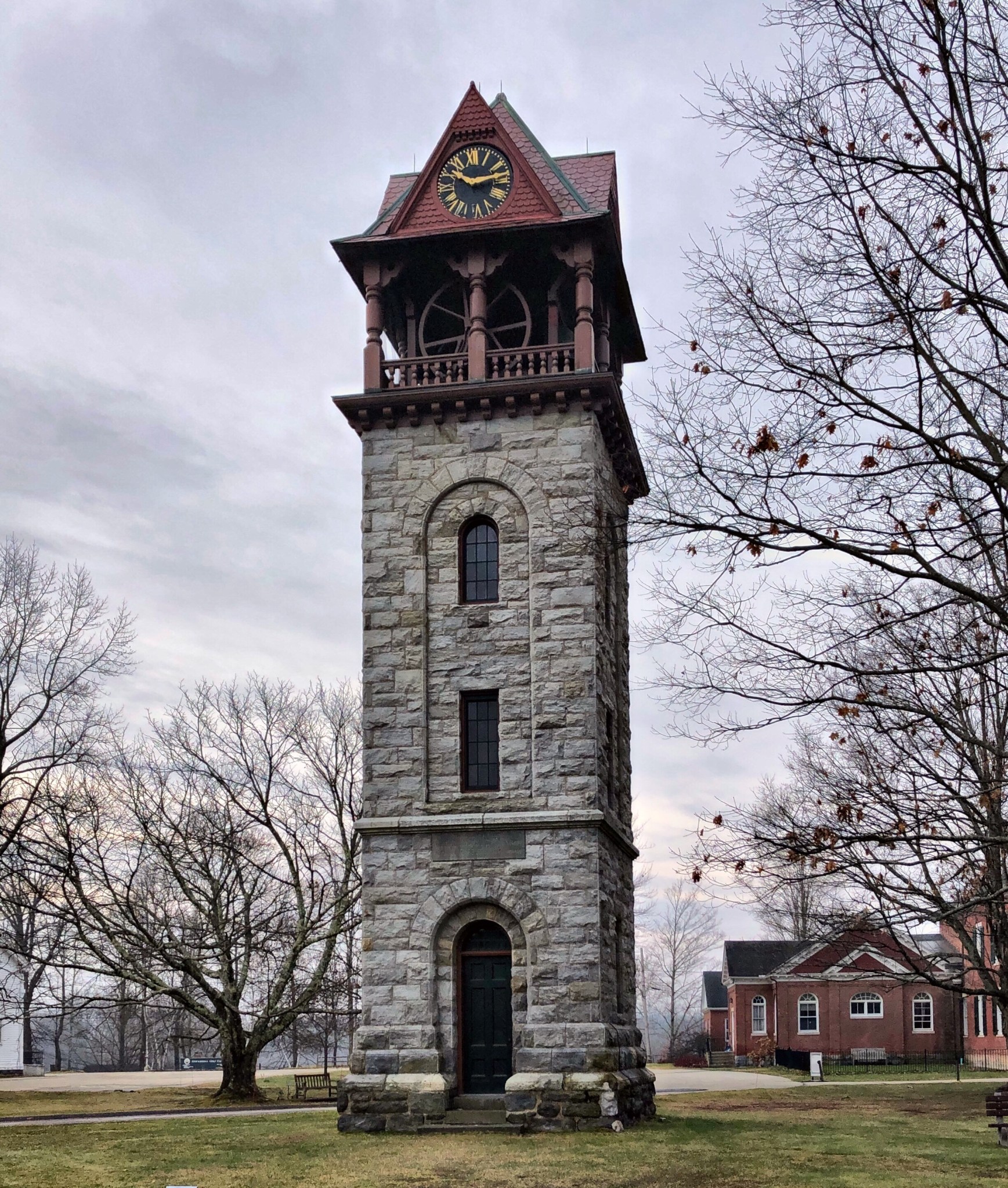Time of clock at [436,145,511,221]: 10:12
